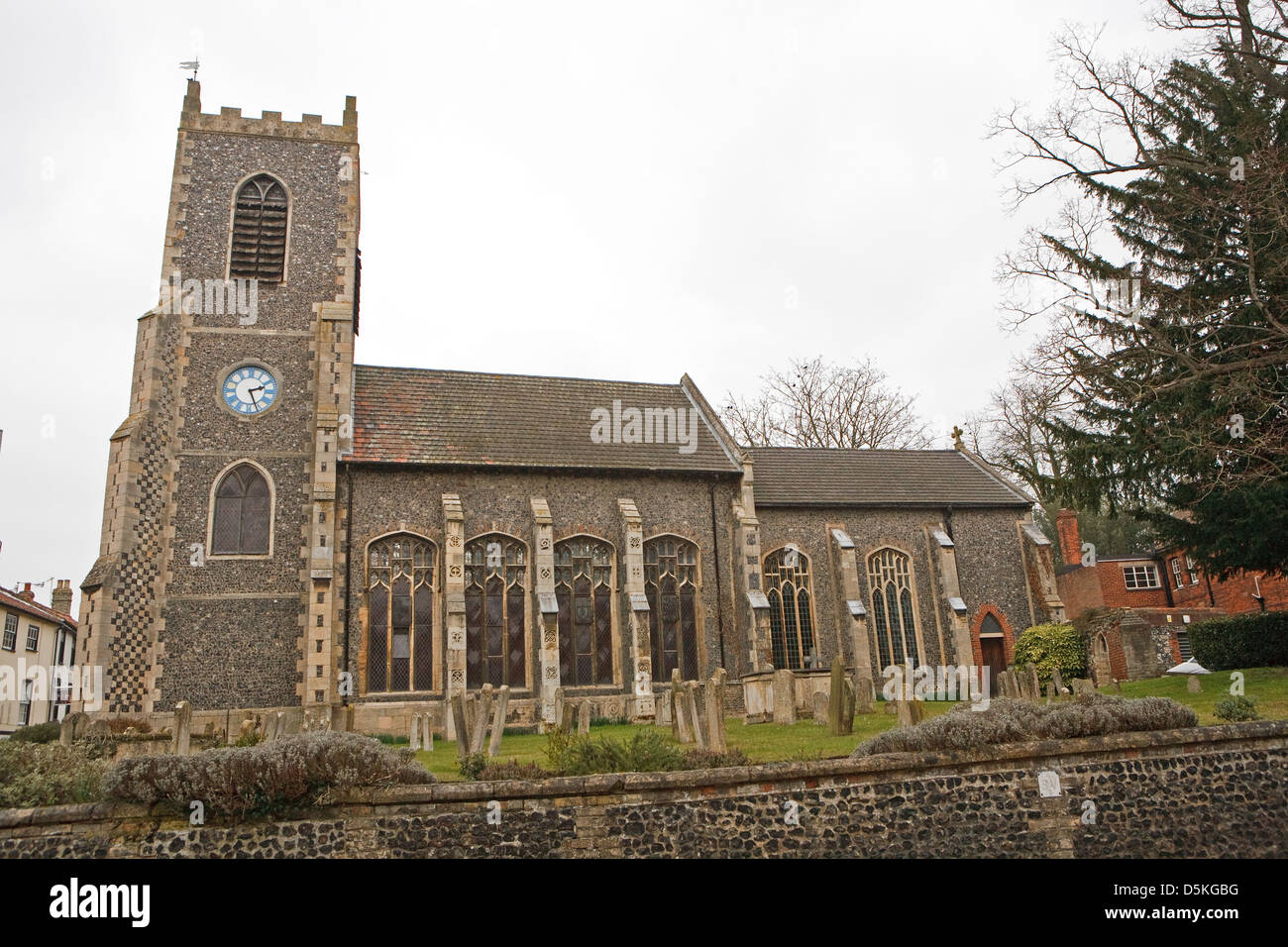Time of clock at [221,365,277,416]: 2:26
